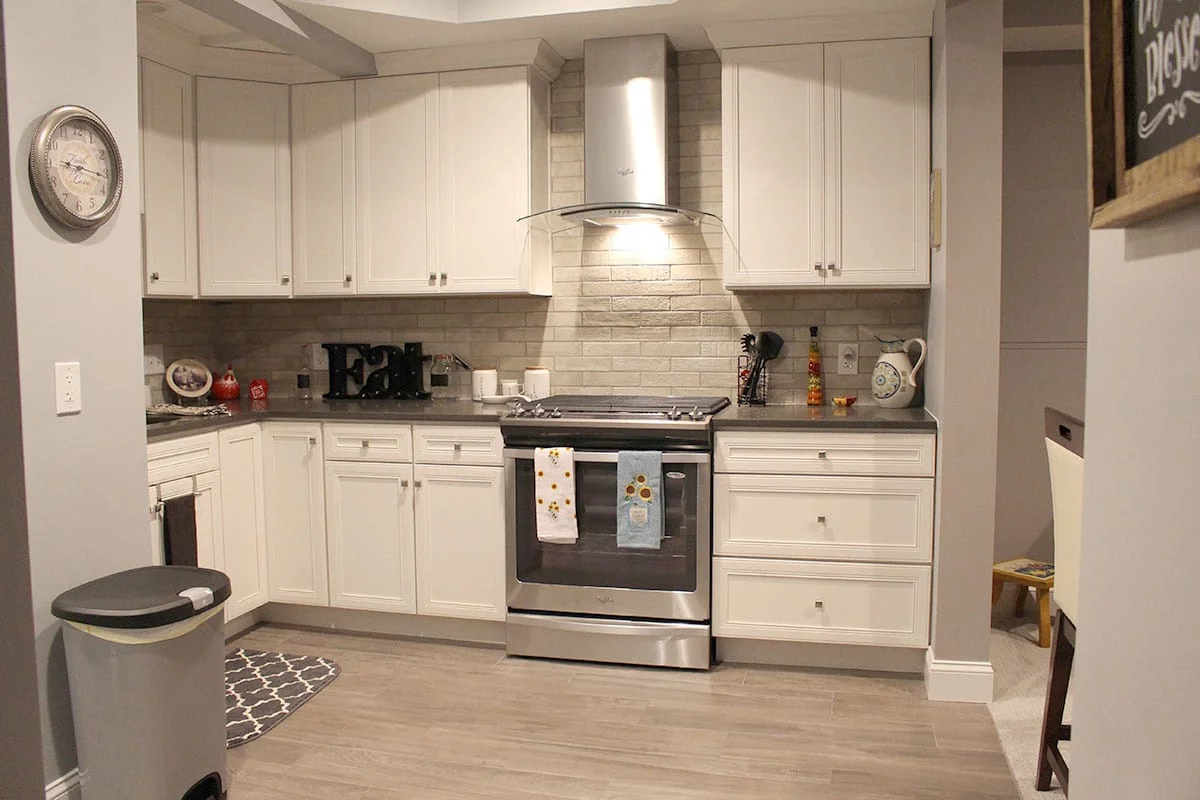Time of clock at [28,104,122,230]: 9:16
